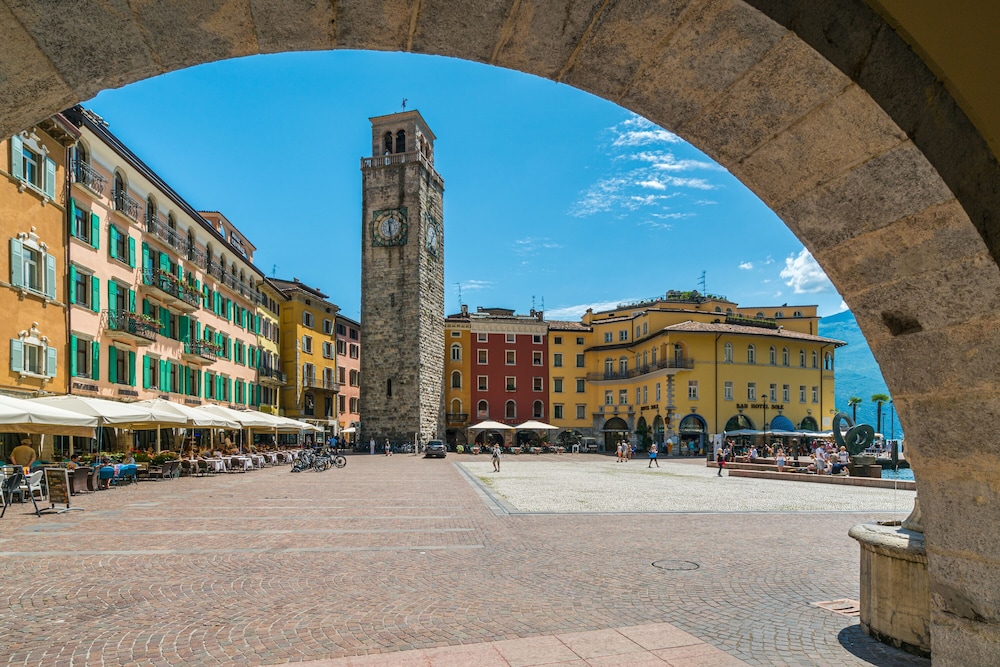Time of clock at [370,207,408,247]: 12:28
